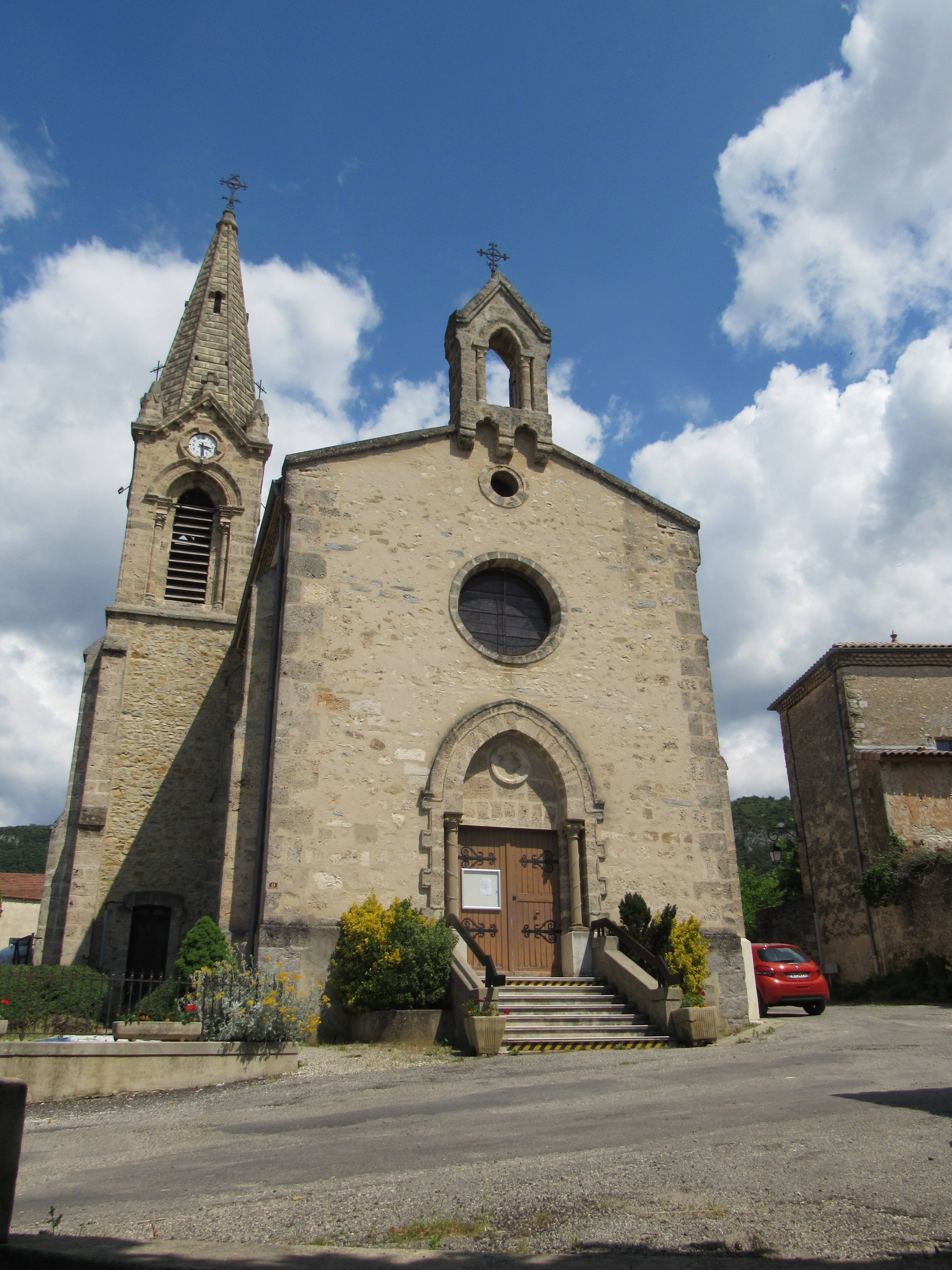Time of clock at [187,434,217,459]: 3:29
